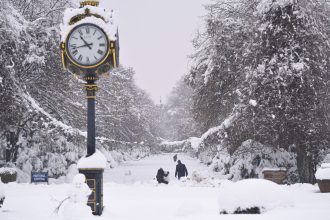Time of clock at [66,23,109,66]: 10:42
